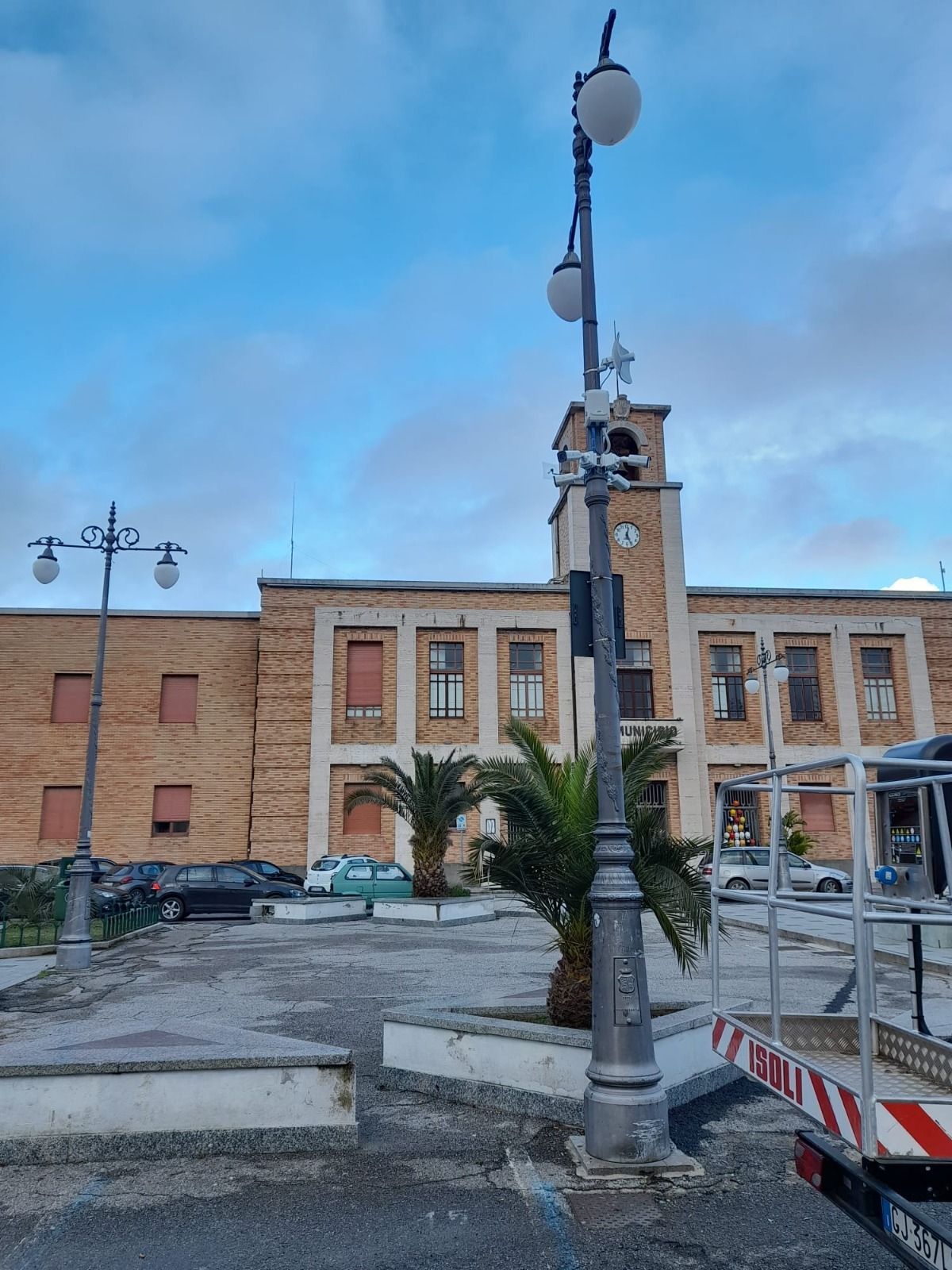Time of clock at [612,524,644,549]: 12:26
